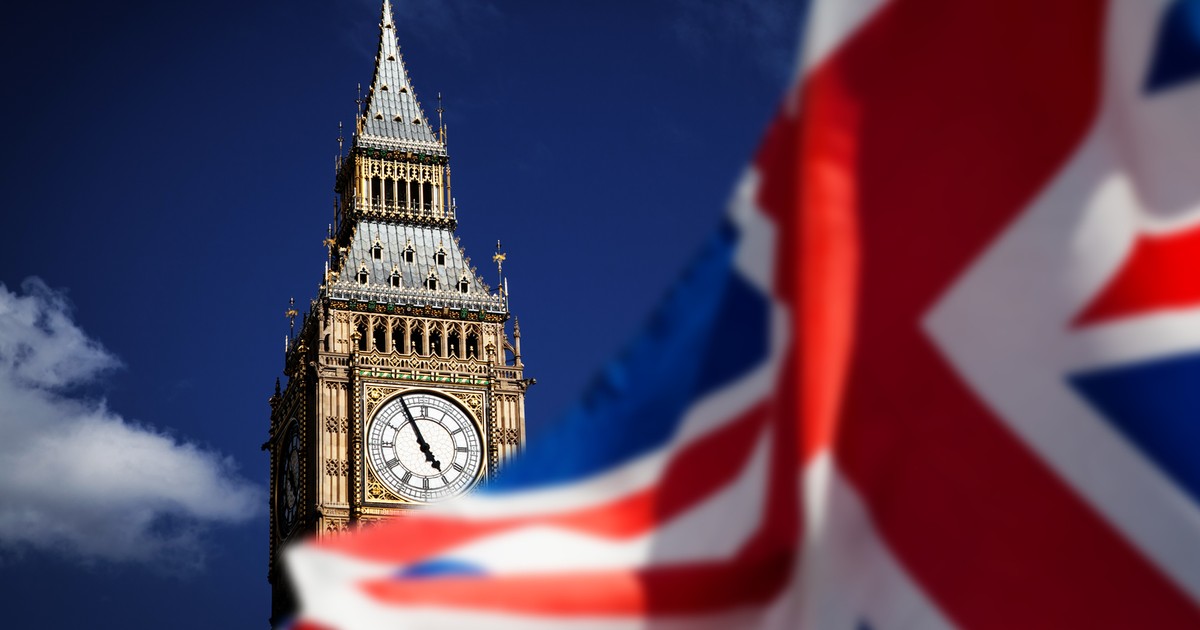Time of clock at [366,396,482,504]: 4:55
